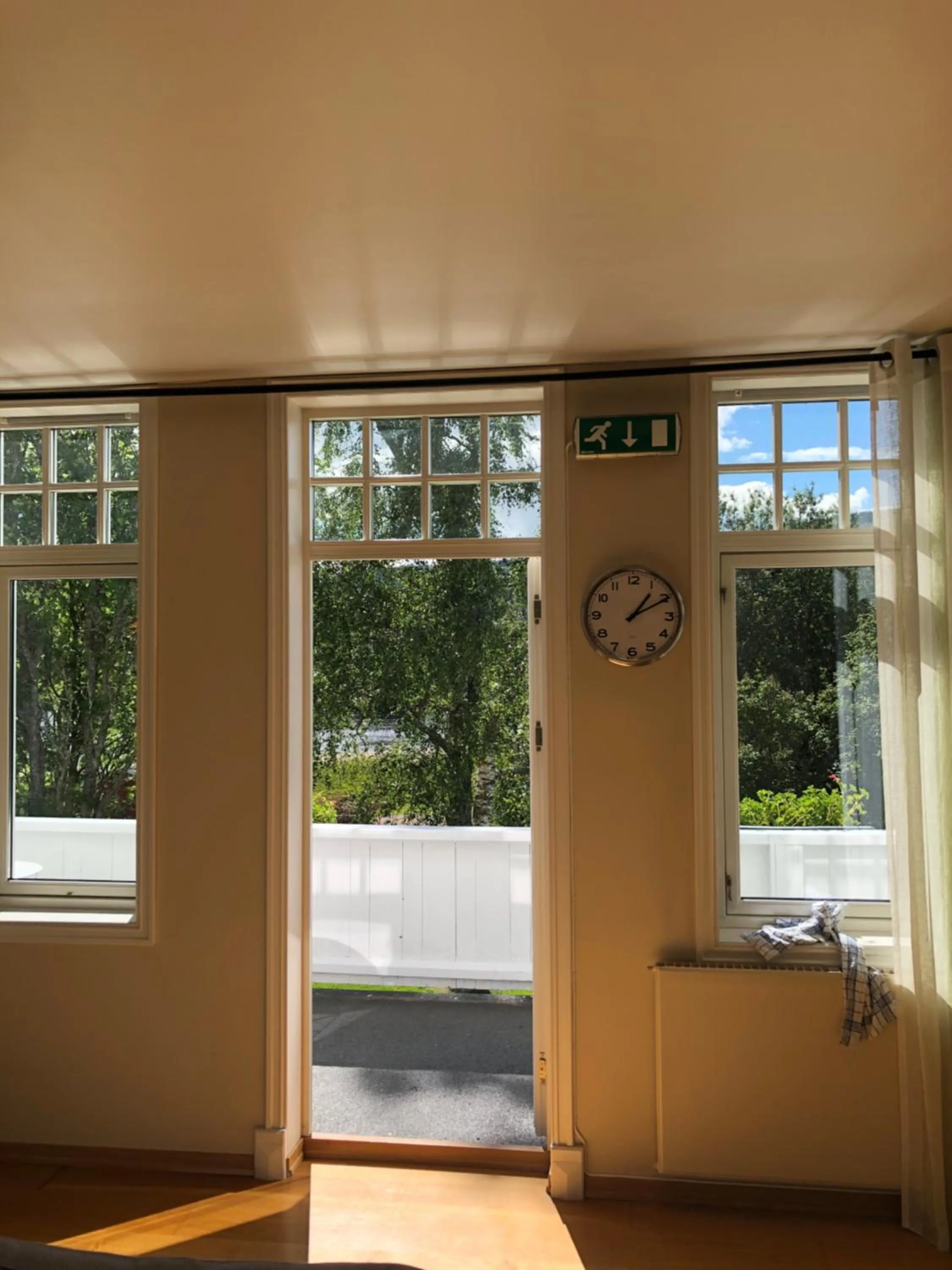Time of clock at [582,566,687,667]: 1:10
